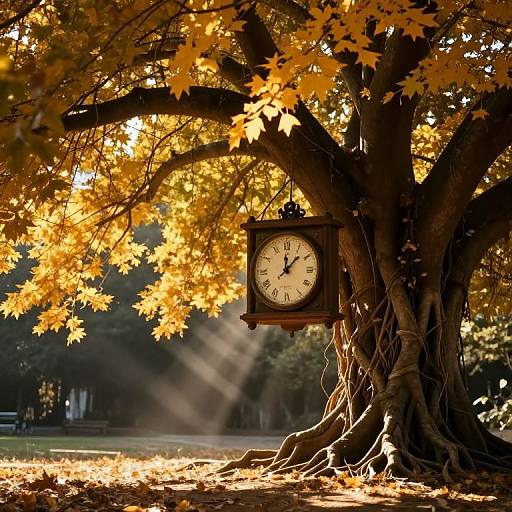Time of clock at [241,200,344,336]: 12:07
